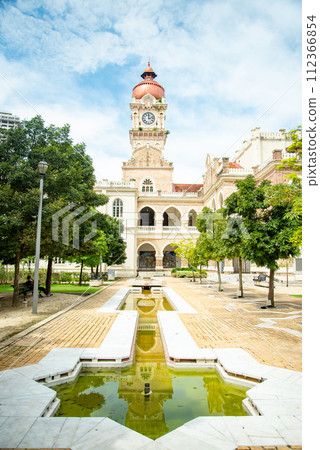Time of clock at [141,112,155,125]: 12:12
